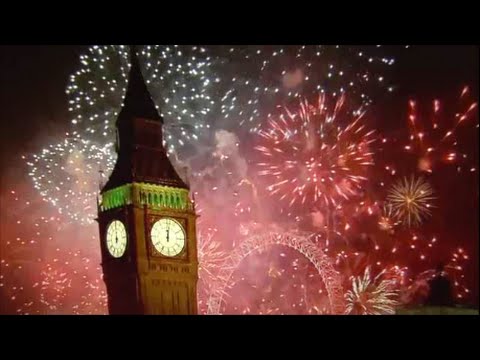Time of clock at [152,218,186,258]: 12:01
